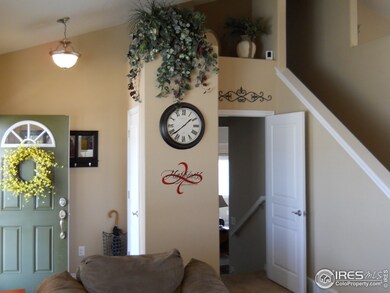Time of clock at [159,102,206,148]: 1:38
